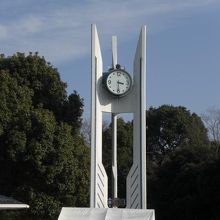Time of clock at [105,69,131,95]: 3:30
